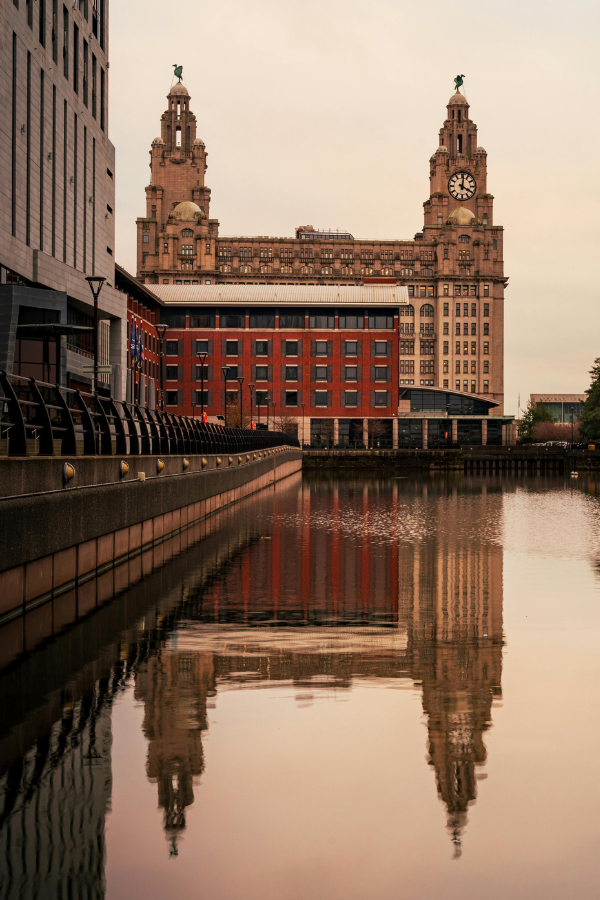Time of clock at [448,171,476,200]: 4:01
